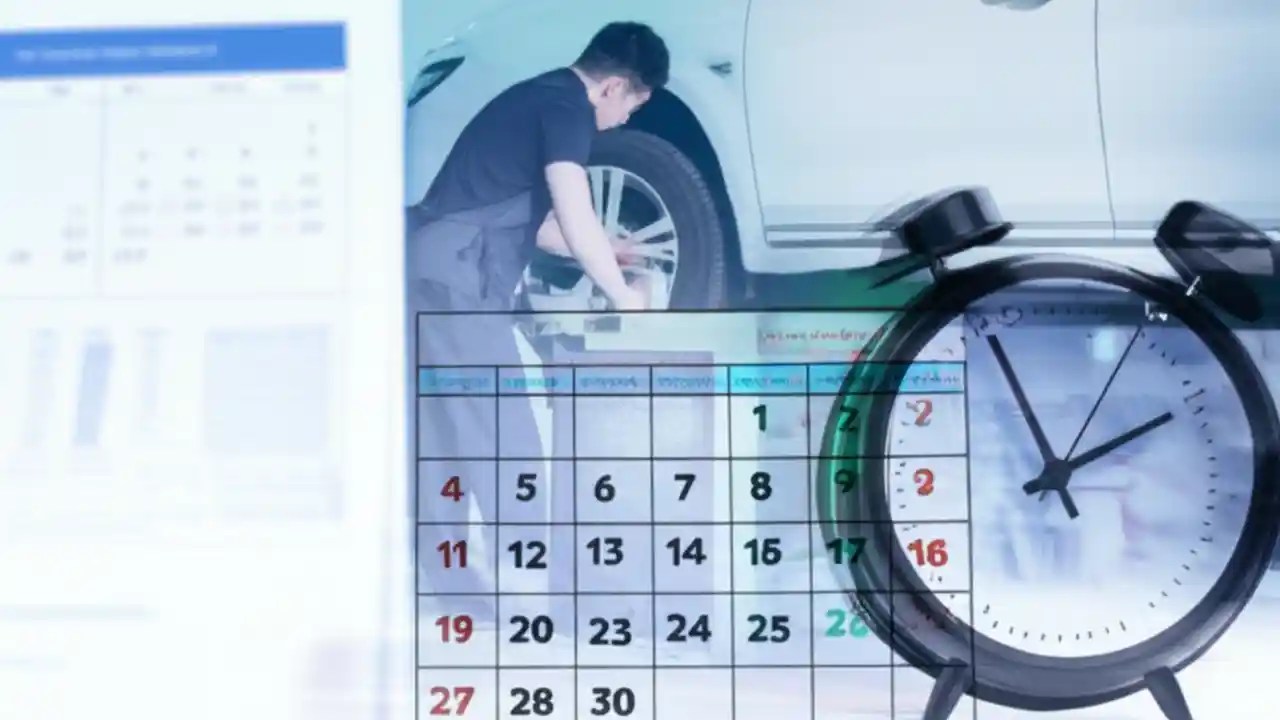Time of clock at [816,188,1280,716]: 1:55
